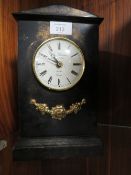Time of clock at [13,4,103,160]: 10:50
